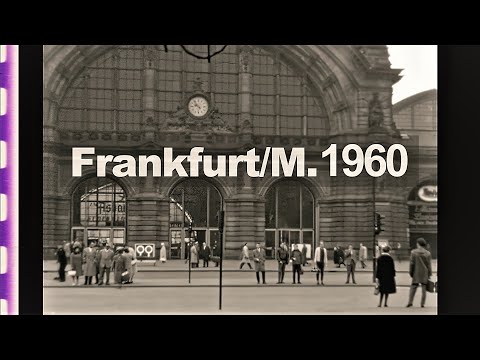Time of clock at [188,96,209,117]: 9:53
